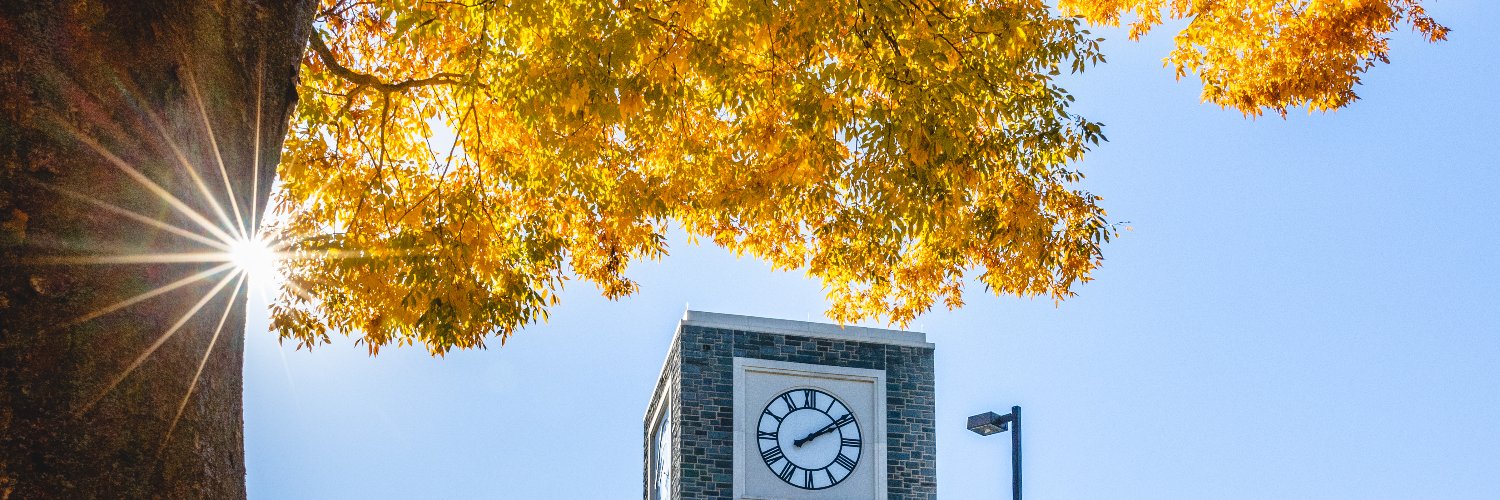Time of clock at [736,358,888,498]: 2:09
